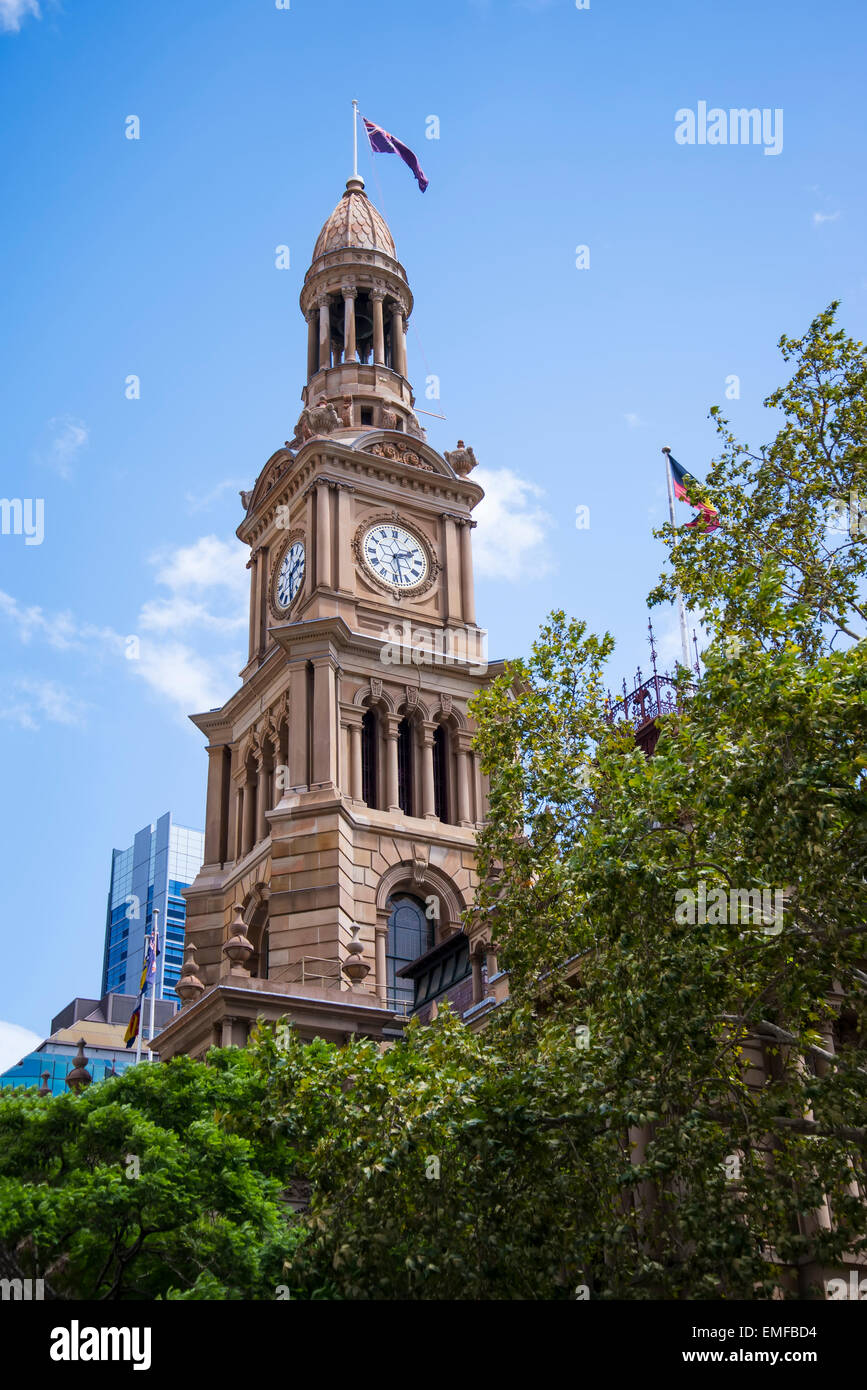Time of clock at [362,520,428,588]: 2:27
